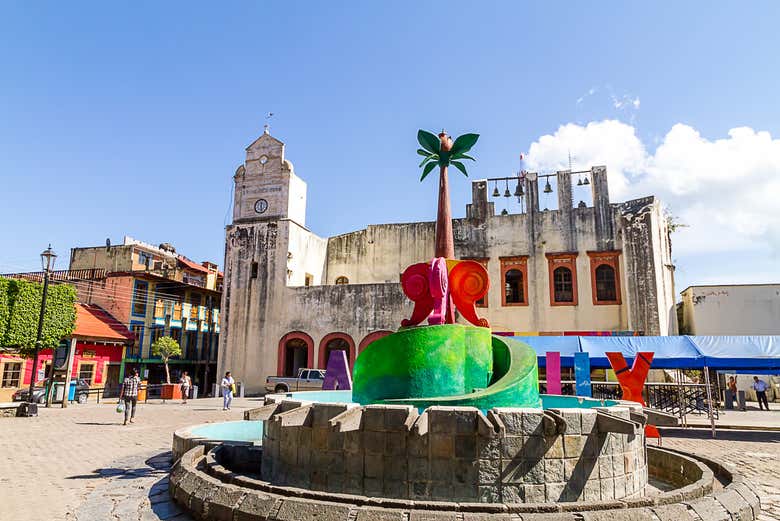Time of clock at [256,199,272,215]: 12:28
